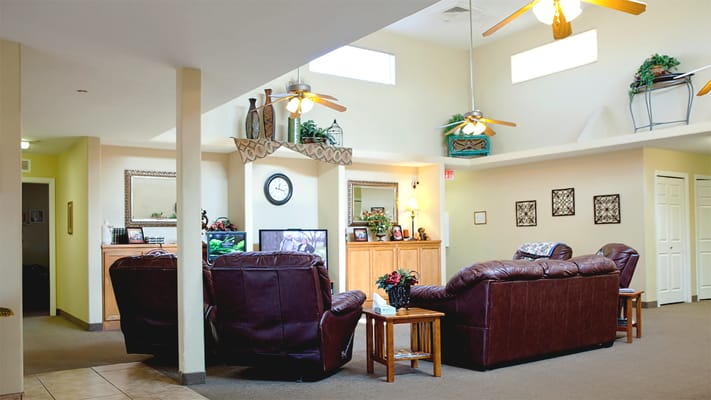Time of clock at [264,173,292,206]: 12:17
